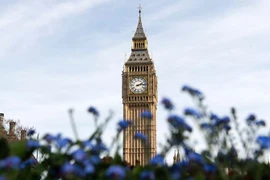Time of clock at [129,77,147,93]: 2:13
